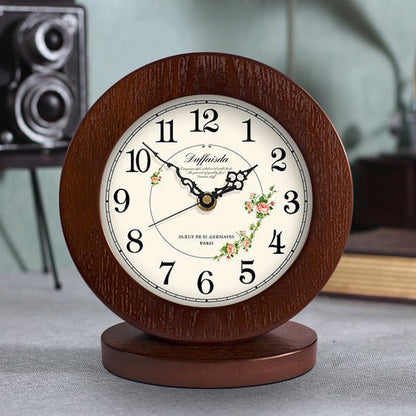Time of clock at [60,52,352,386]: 1:51
